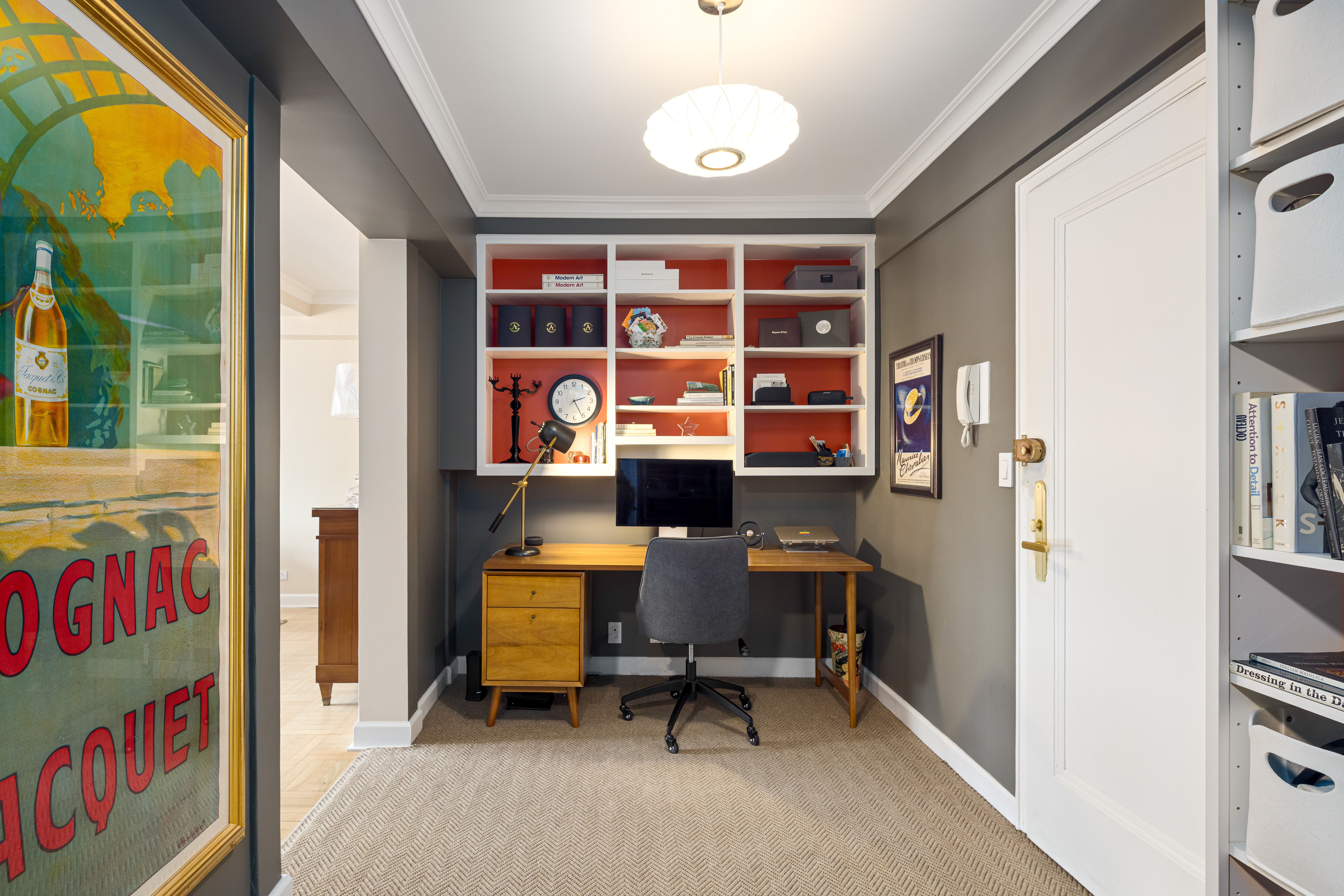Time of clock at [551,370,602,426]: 2:25
